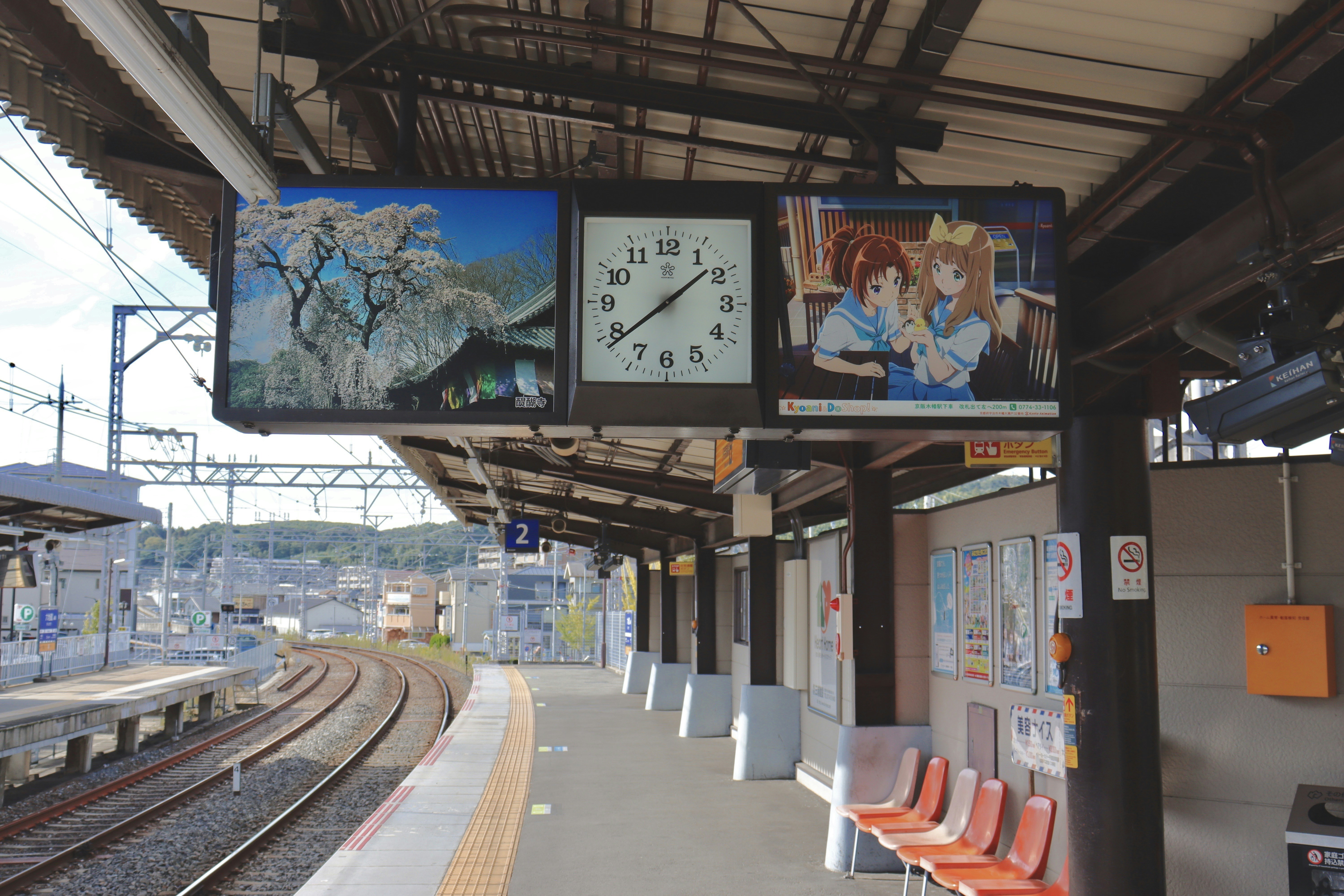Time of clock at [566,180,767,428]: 1:38
